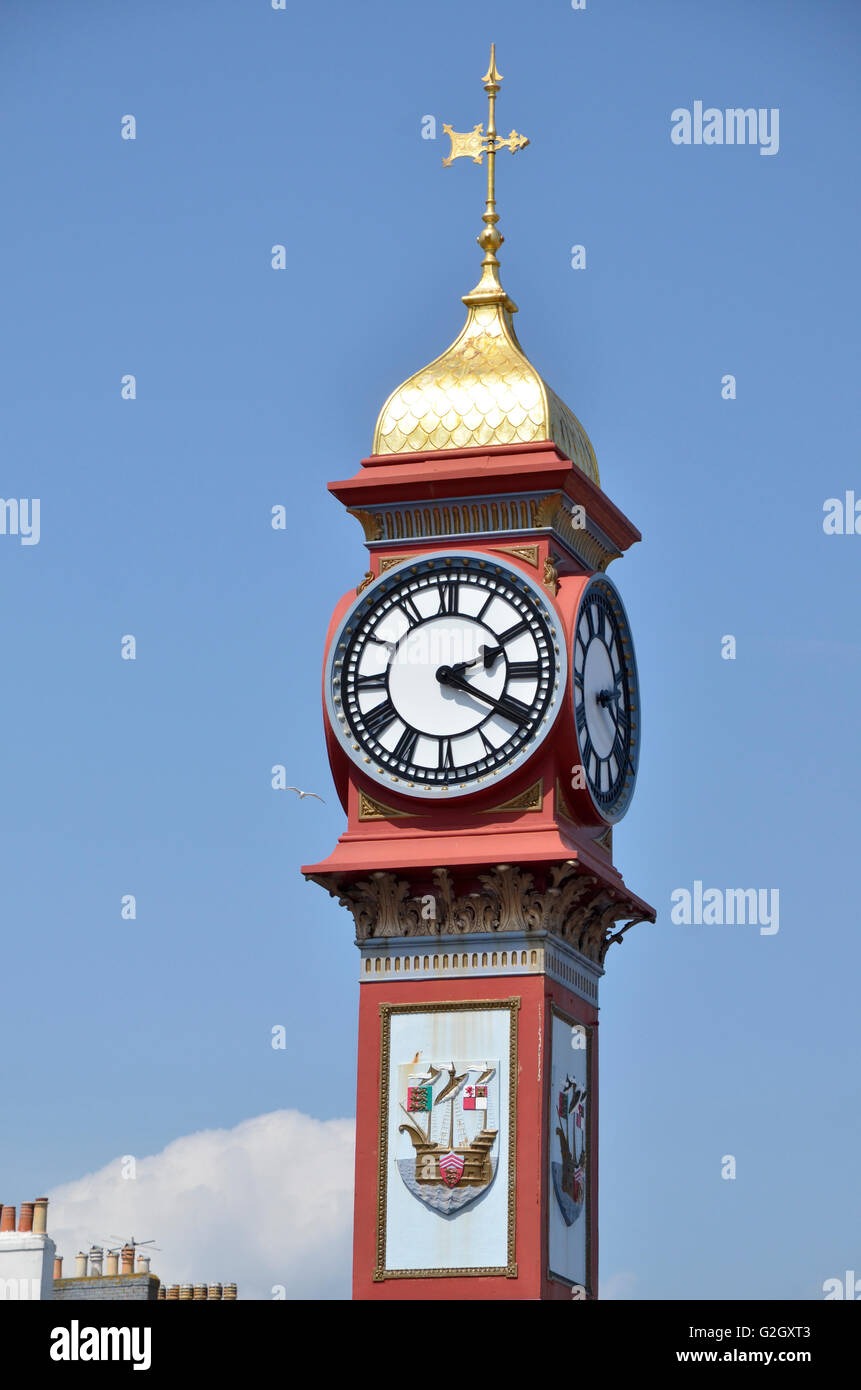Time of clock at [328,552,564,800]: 2:20
